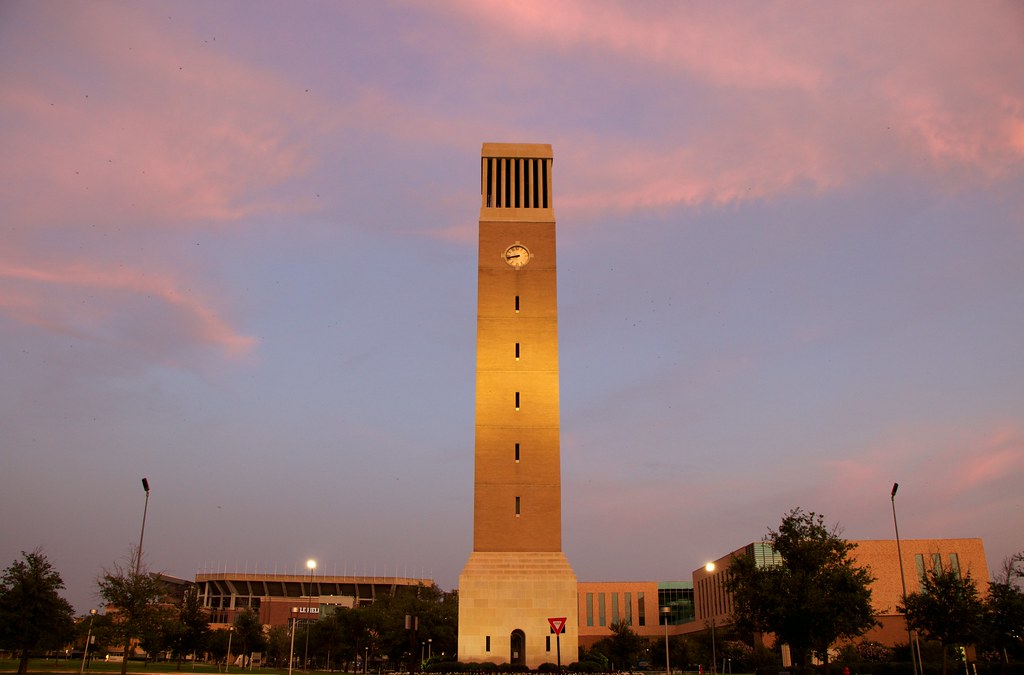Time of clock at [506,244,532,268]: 8:42
